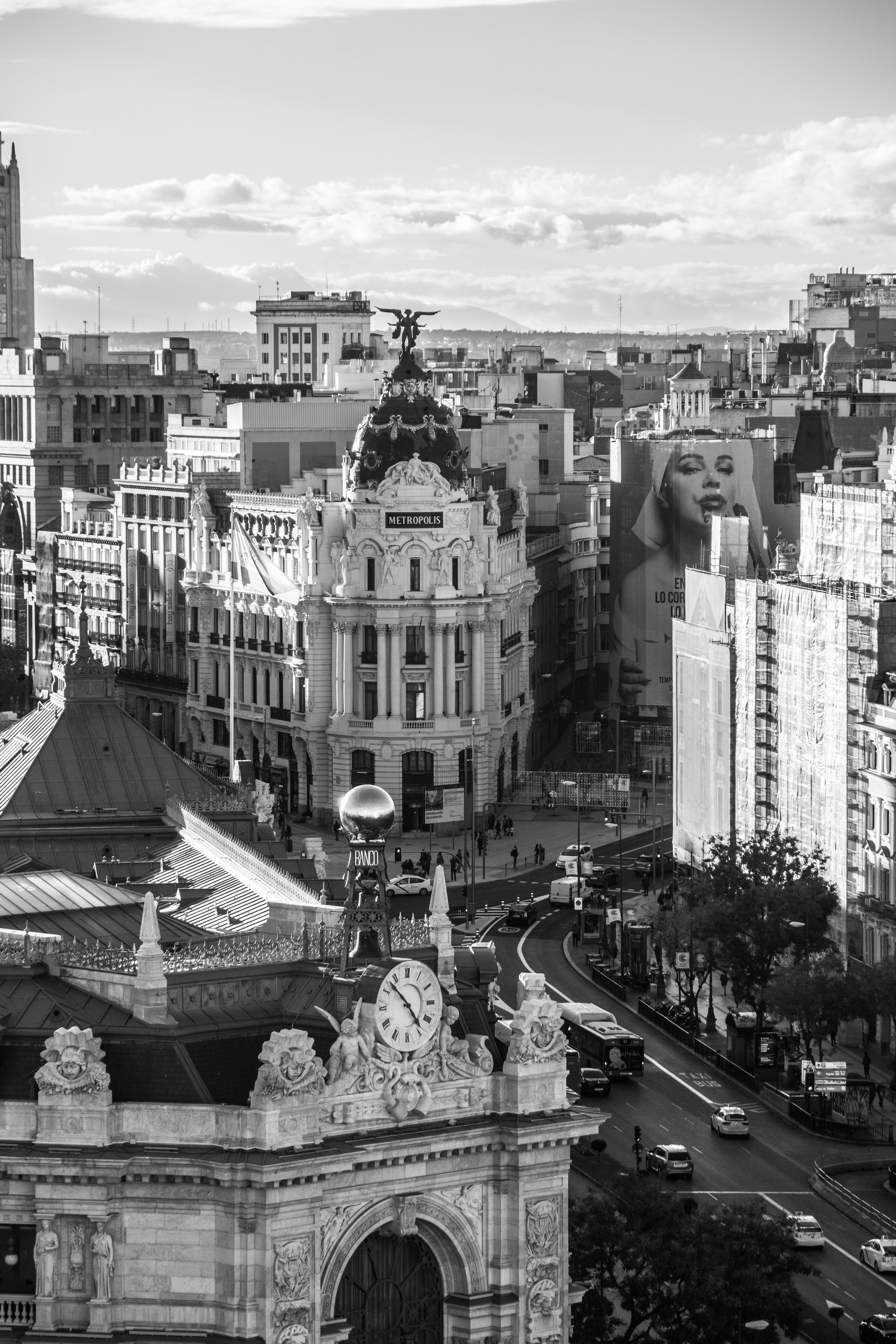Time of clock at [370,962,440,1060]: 4:52
